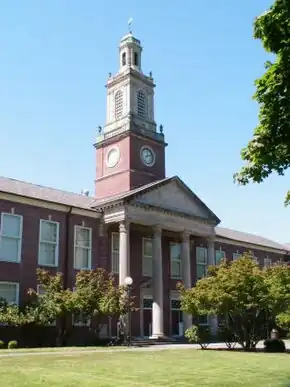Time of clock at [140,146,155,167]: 8:11
